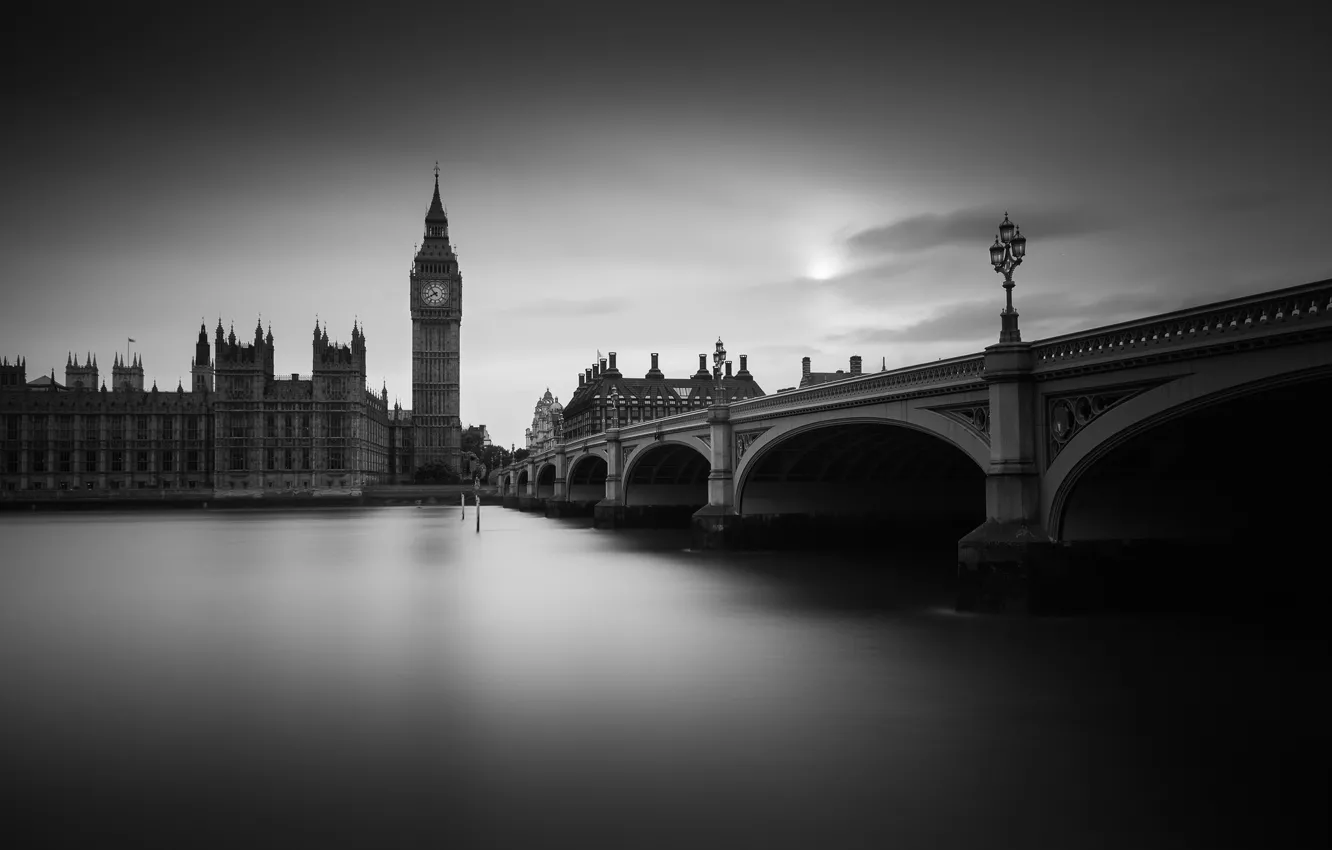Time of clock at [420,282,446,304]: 7:53
